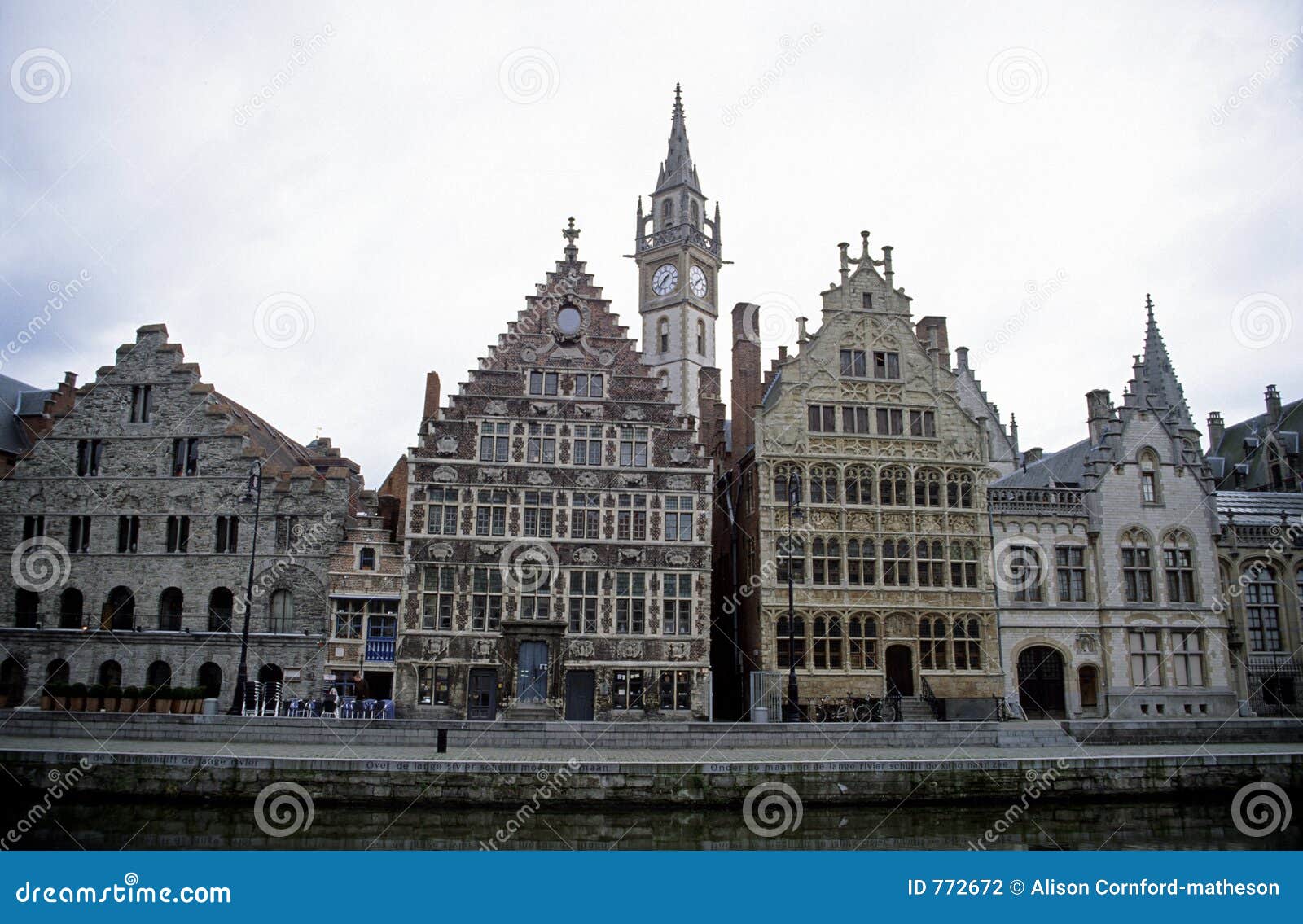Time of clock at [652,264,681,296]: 1:37
